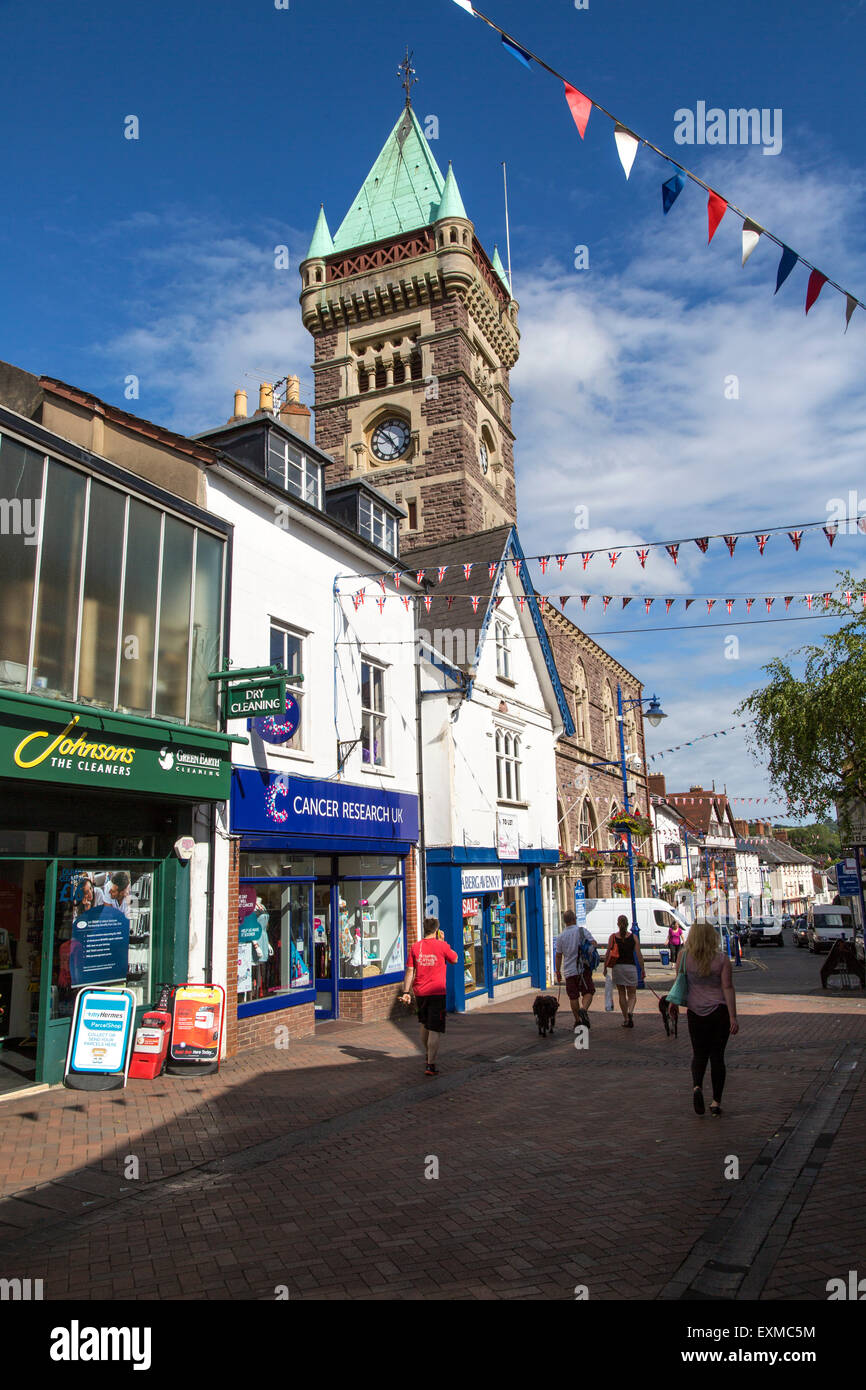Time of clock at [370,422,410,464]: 10:23
